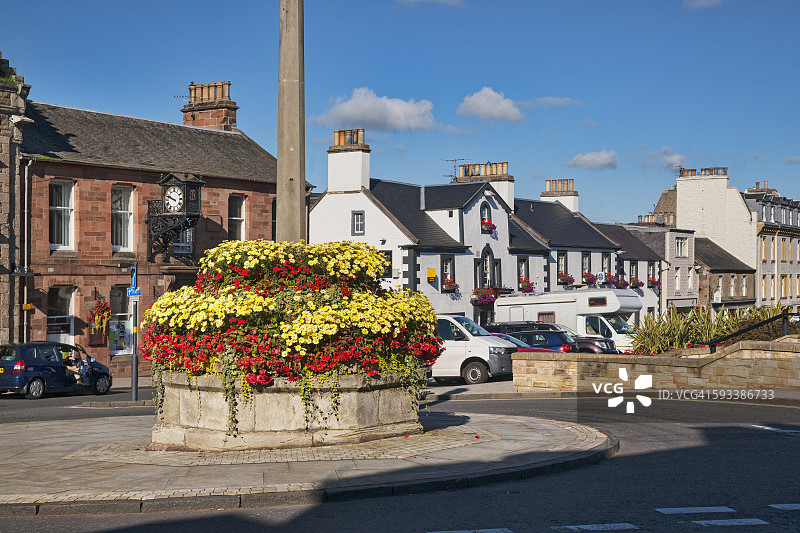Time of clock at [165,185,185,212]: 9:48
